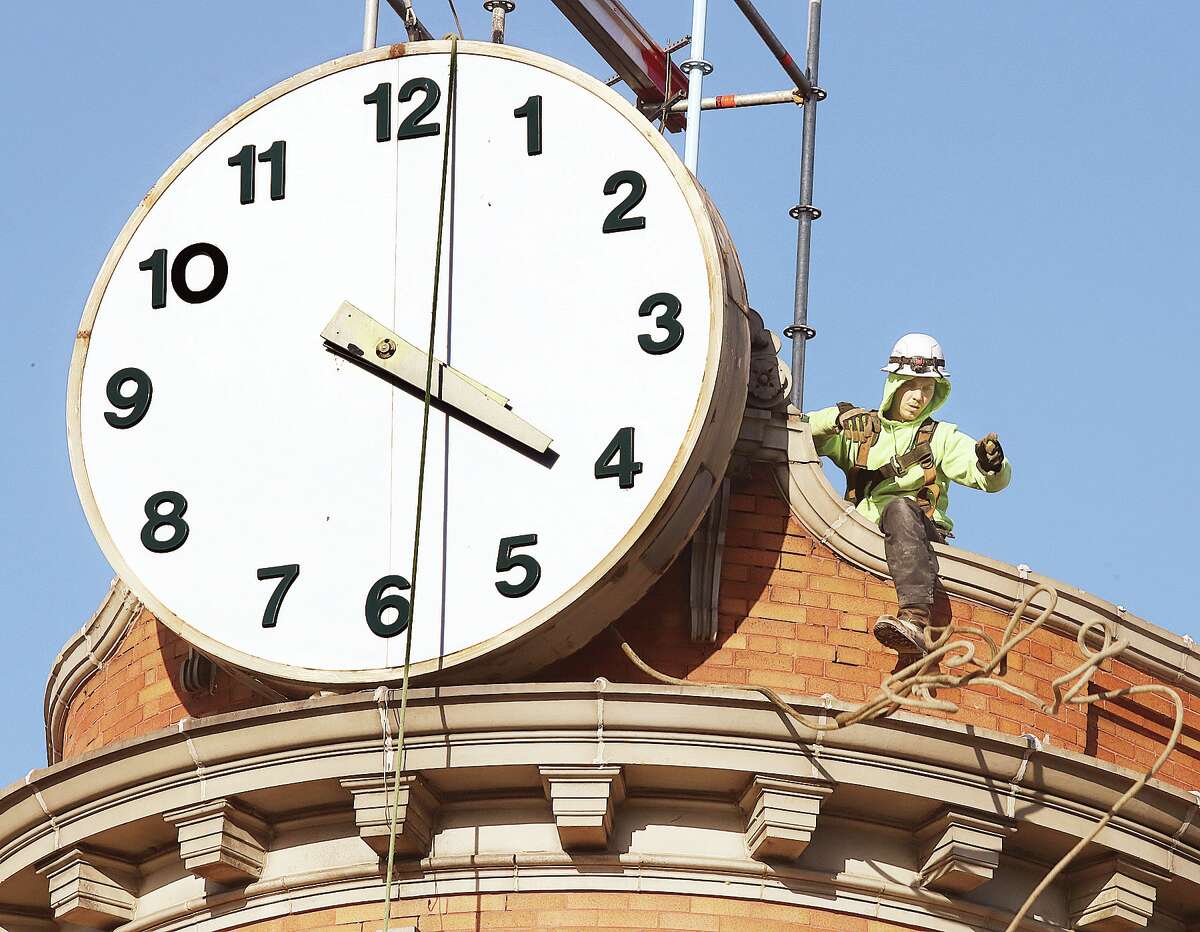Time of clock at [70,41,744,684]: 4:02
